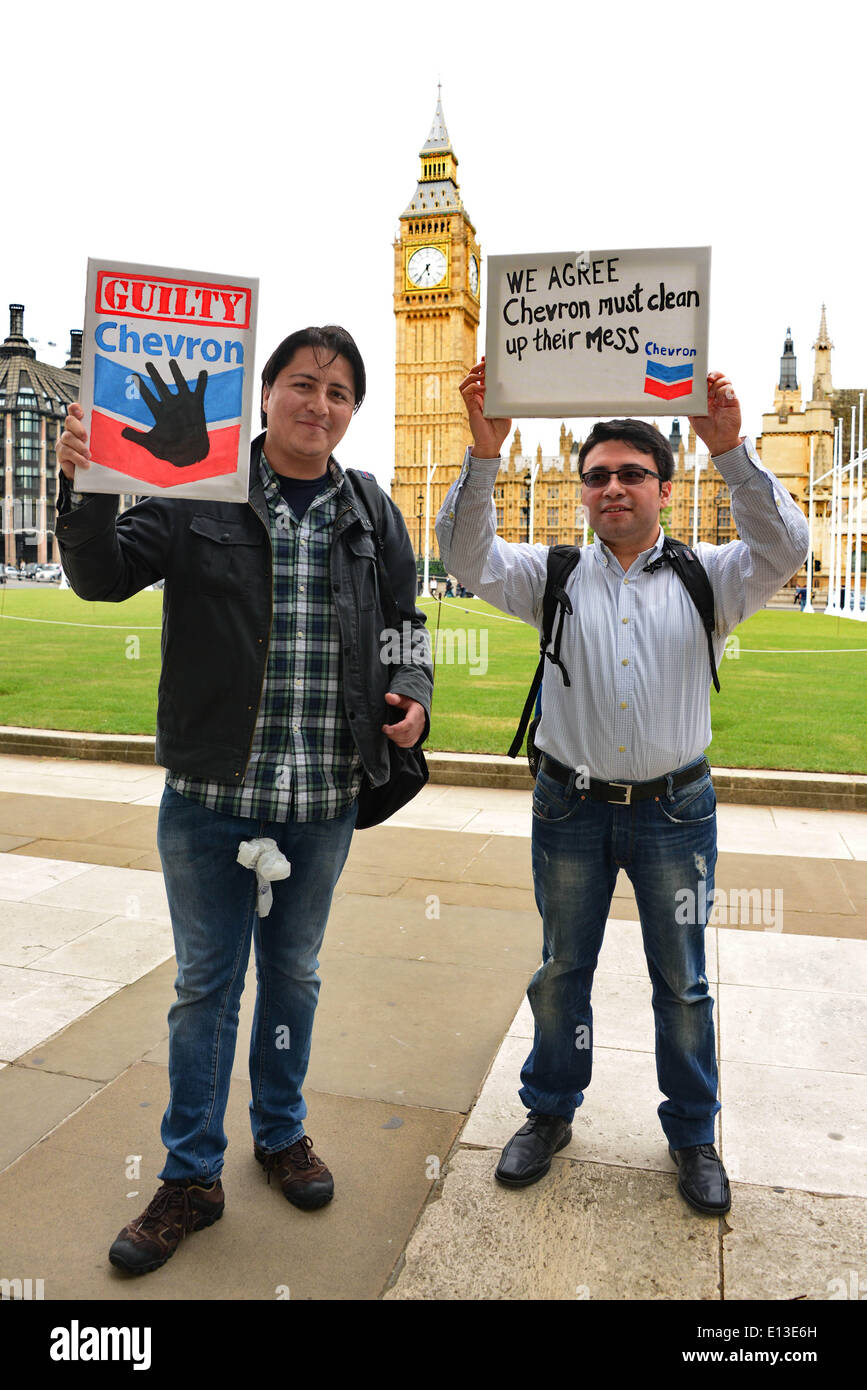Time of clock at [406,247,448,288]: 5:36
